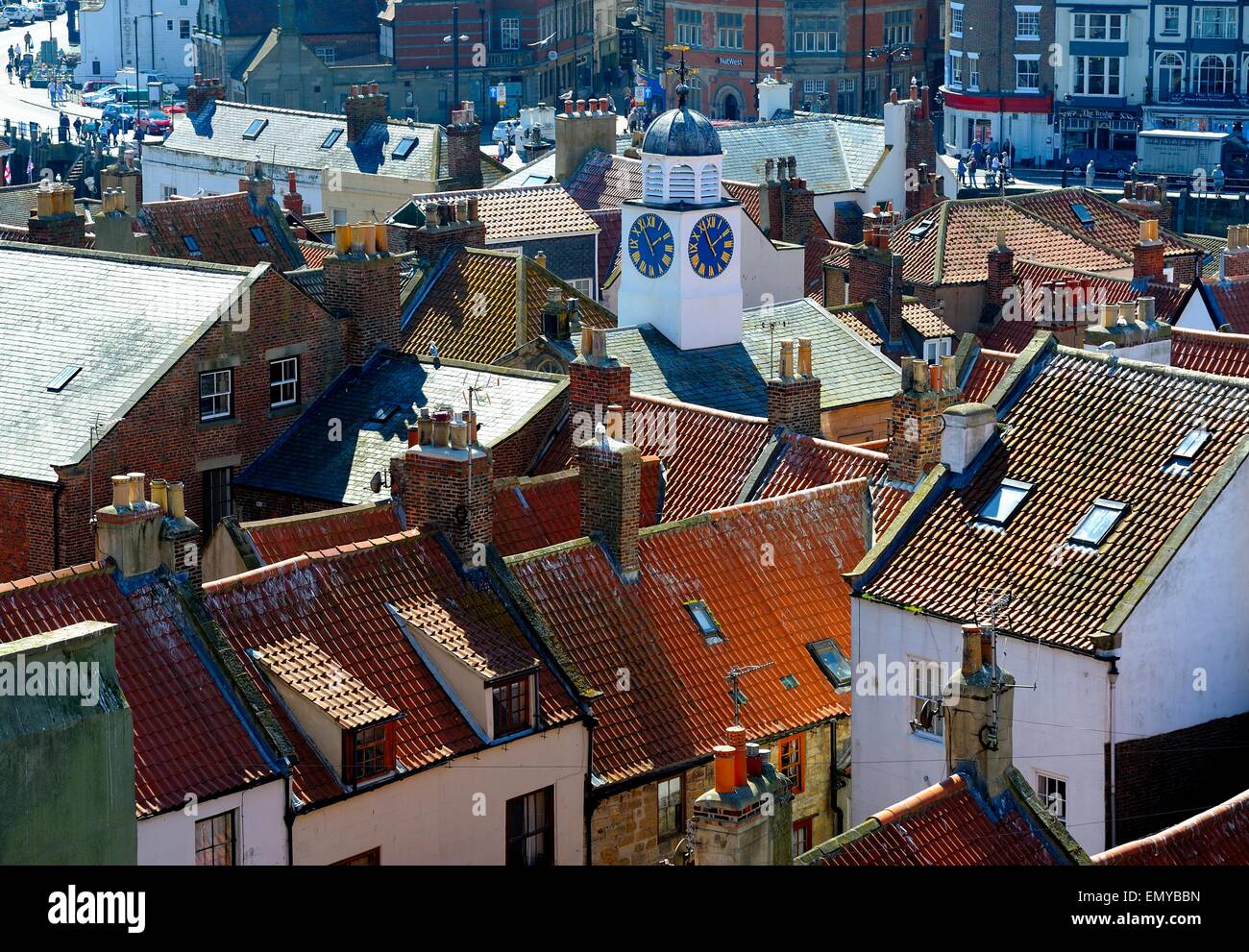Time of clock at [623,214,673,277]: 1:54
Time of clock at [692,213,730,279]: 1:56
